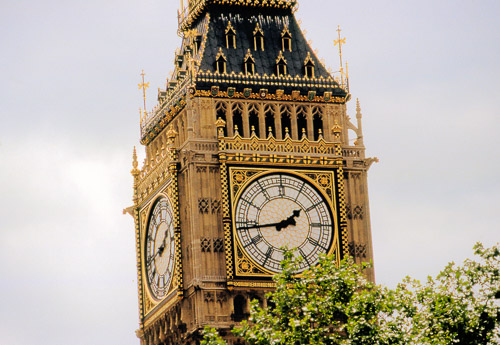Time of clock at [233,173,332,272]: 1:43
